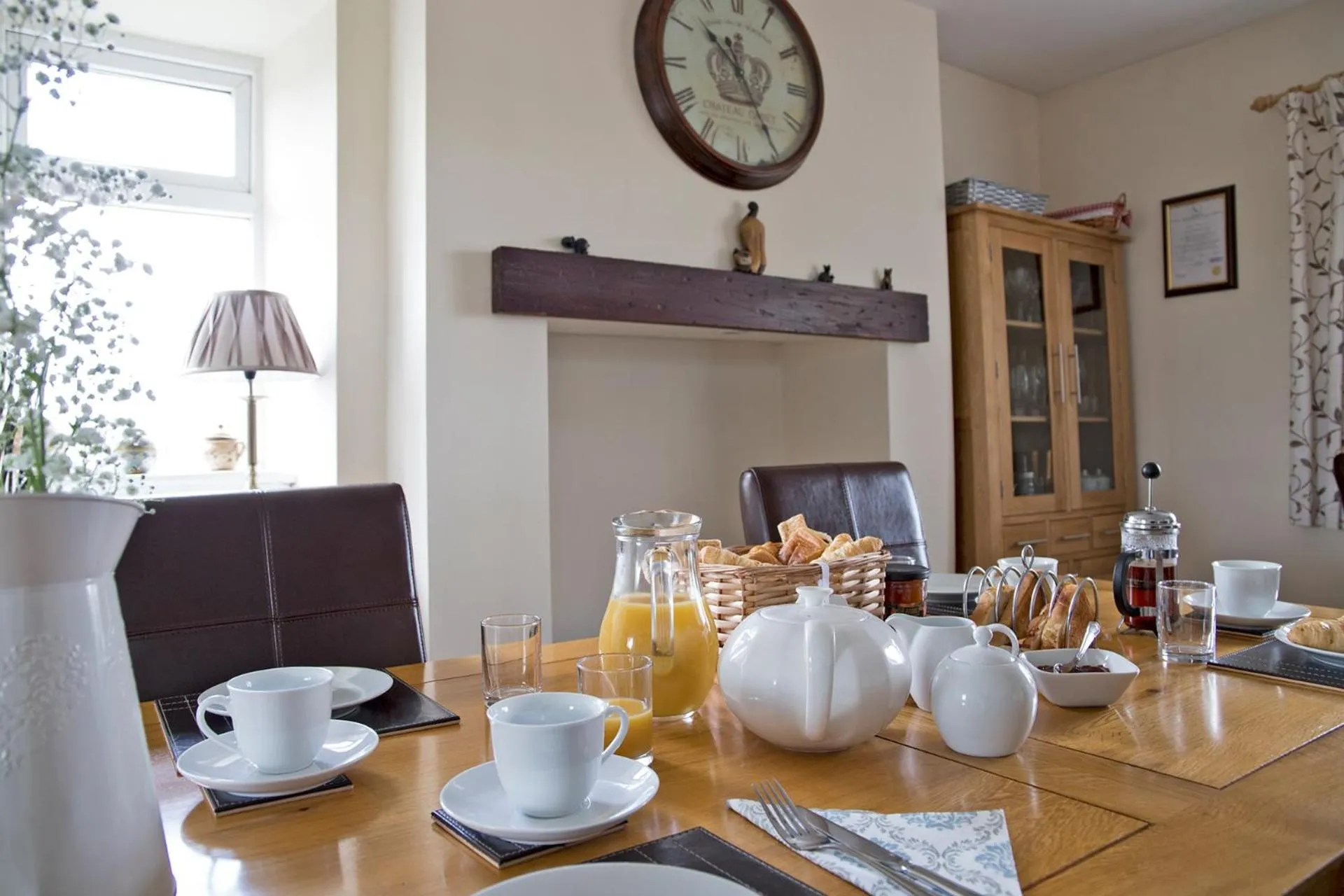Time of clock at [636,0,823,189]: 10:24
